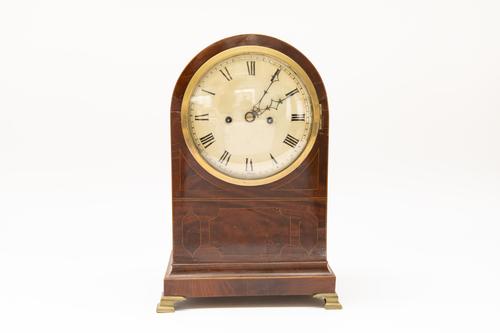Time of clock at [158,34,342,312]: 2:04
